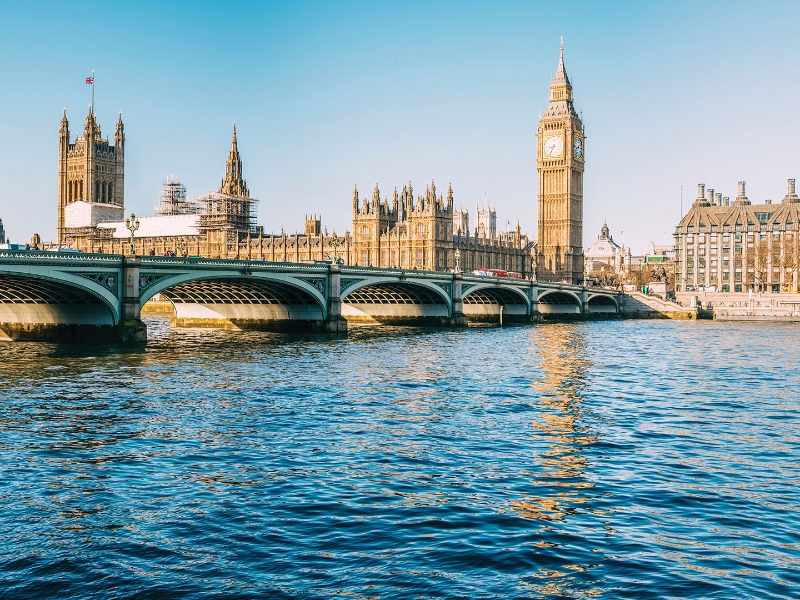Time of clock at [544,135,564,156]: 8:34
